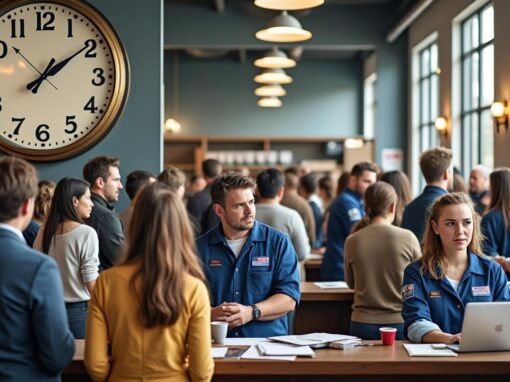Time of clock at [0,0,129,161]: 1:09
